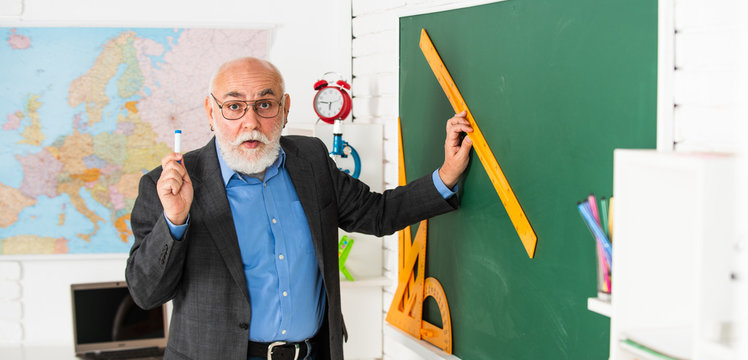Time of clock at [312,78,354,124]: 5:46
